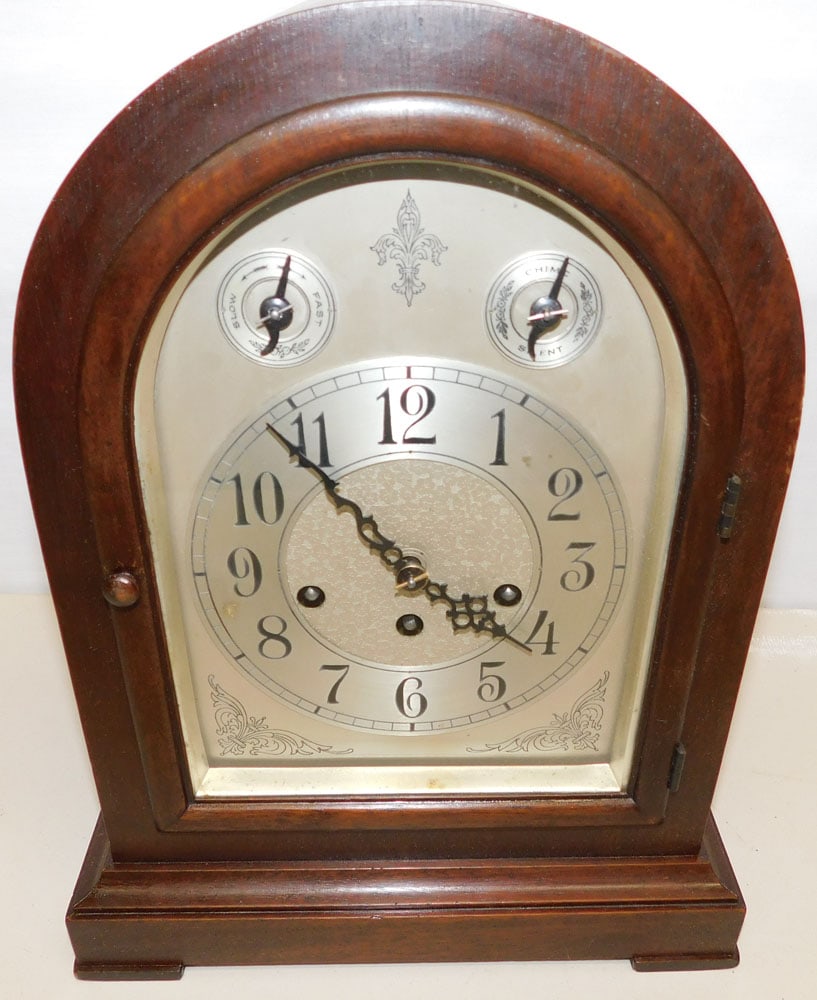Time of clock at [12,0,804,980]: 3:53
